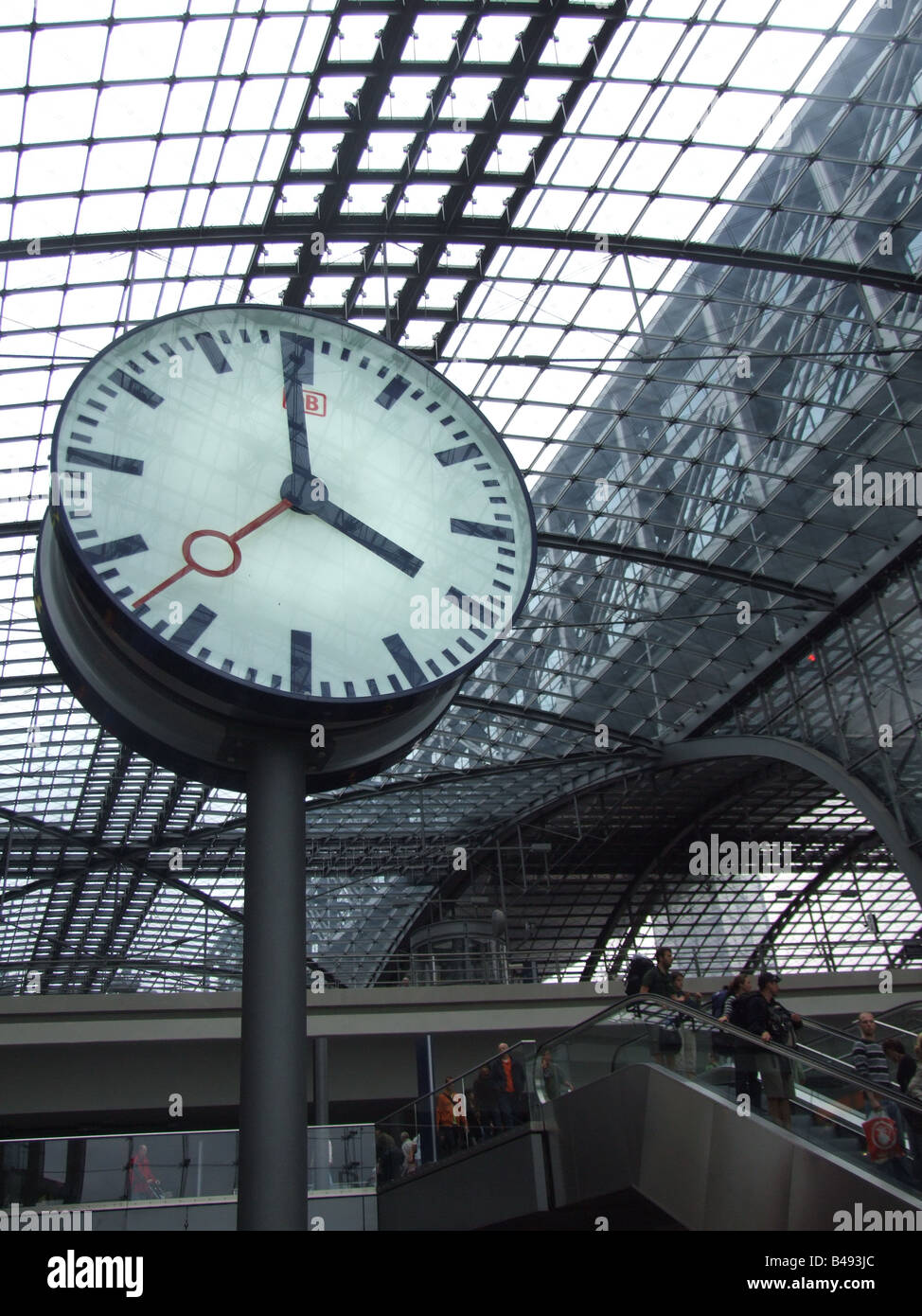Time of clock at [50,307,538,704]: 3:58
